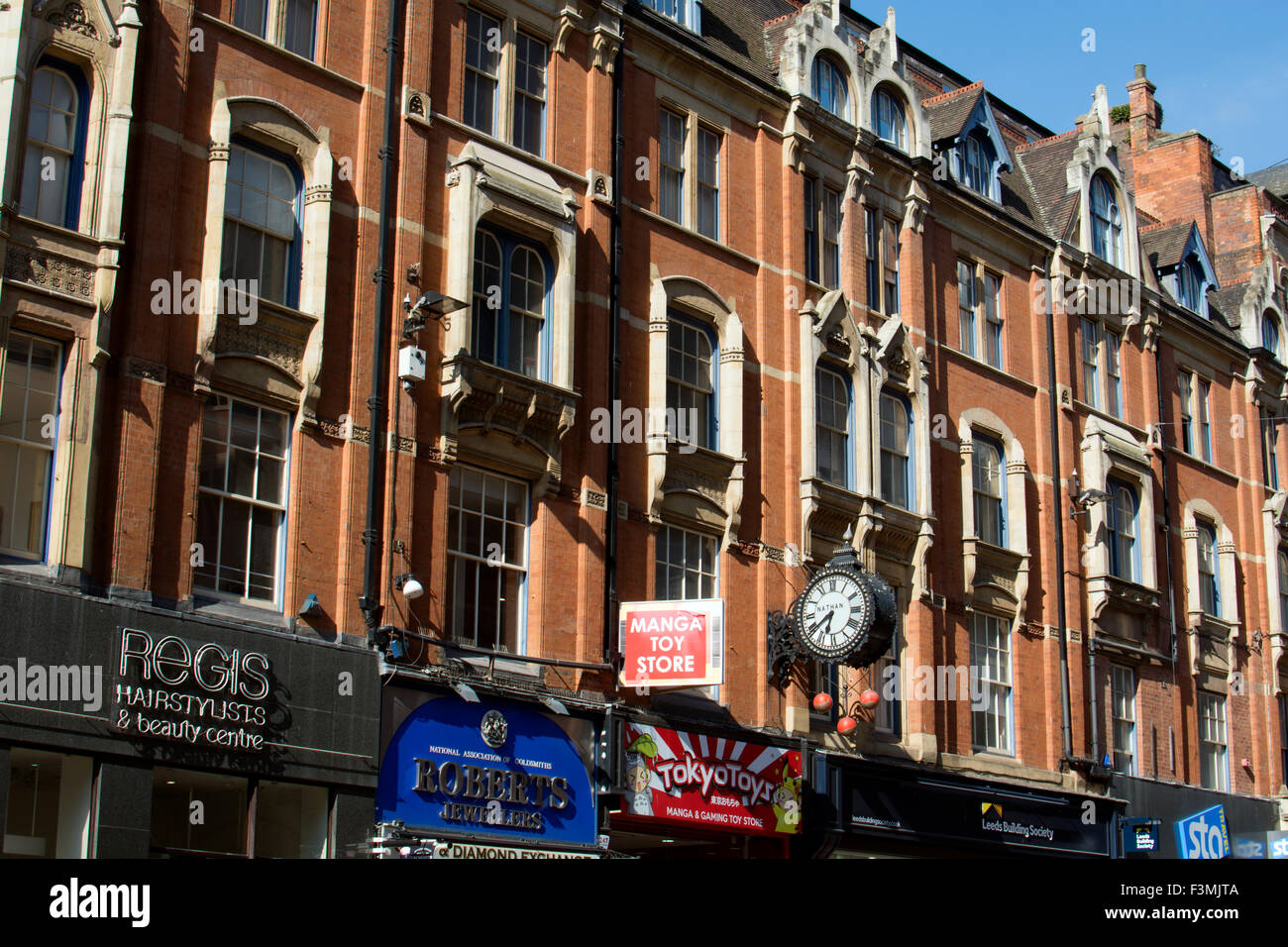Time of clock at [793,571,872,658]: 6:39
